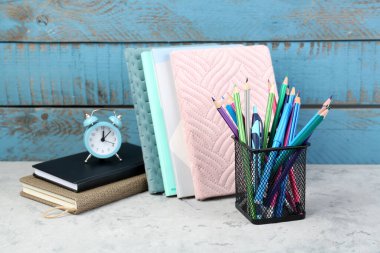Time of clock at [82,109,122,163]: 12:07
